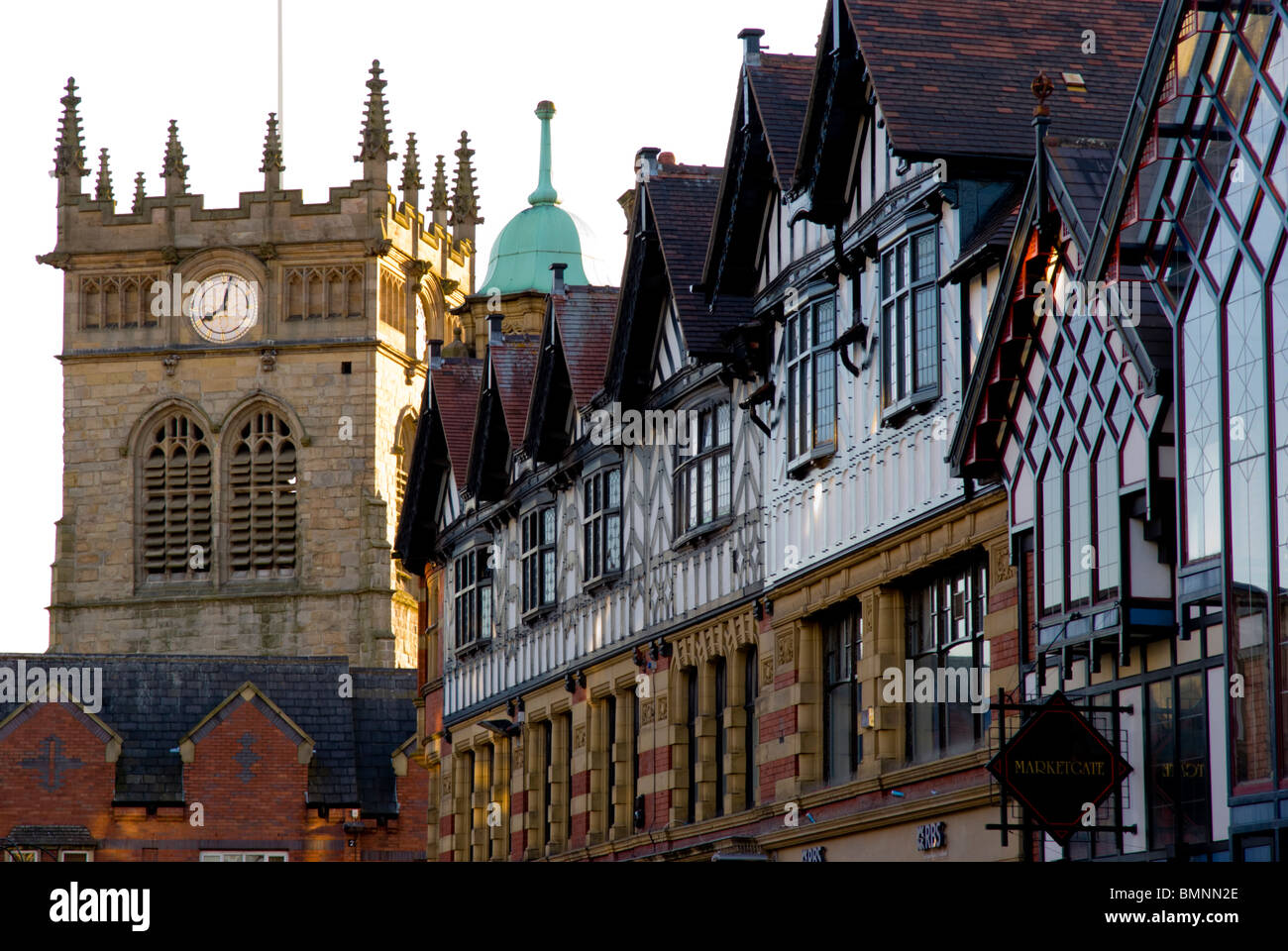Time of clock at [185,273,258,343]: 8:01
